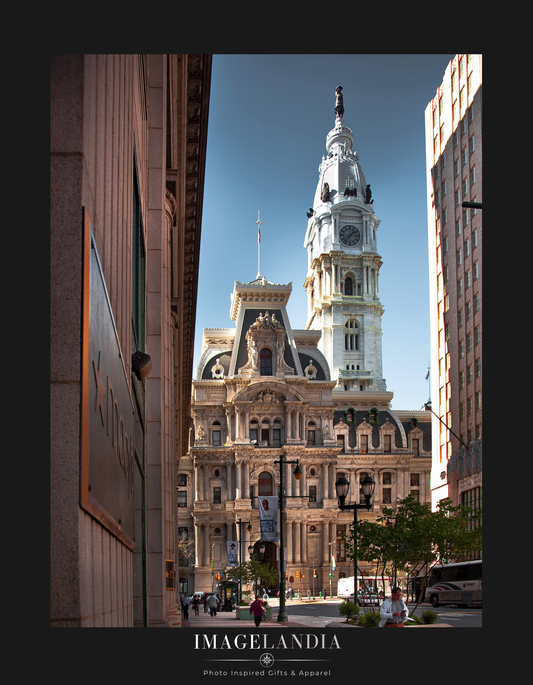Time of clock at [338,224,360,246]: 1:37
